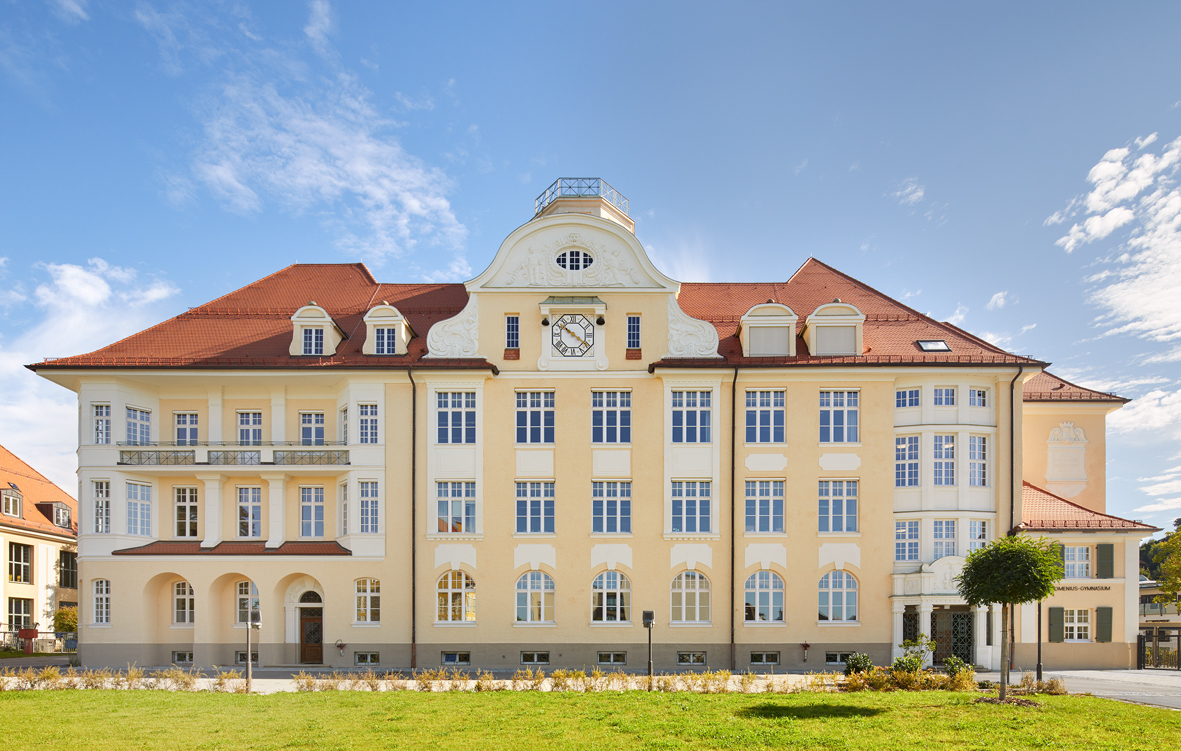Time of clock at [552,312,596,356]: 10:20
